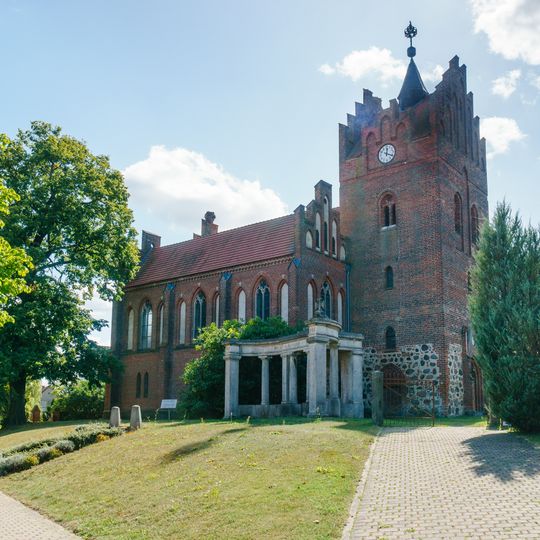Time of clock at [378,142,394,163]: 12:19
